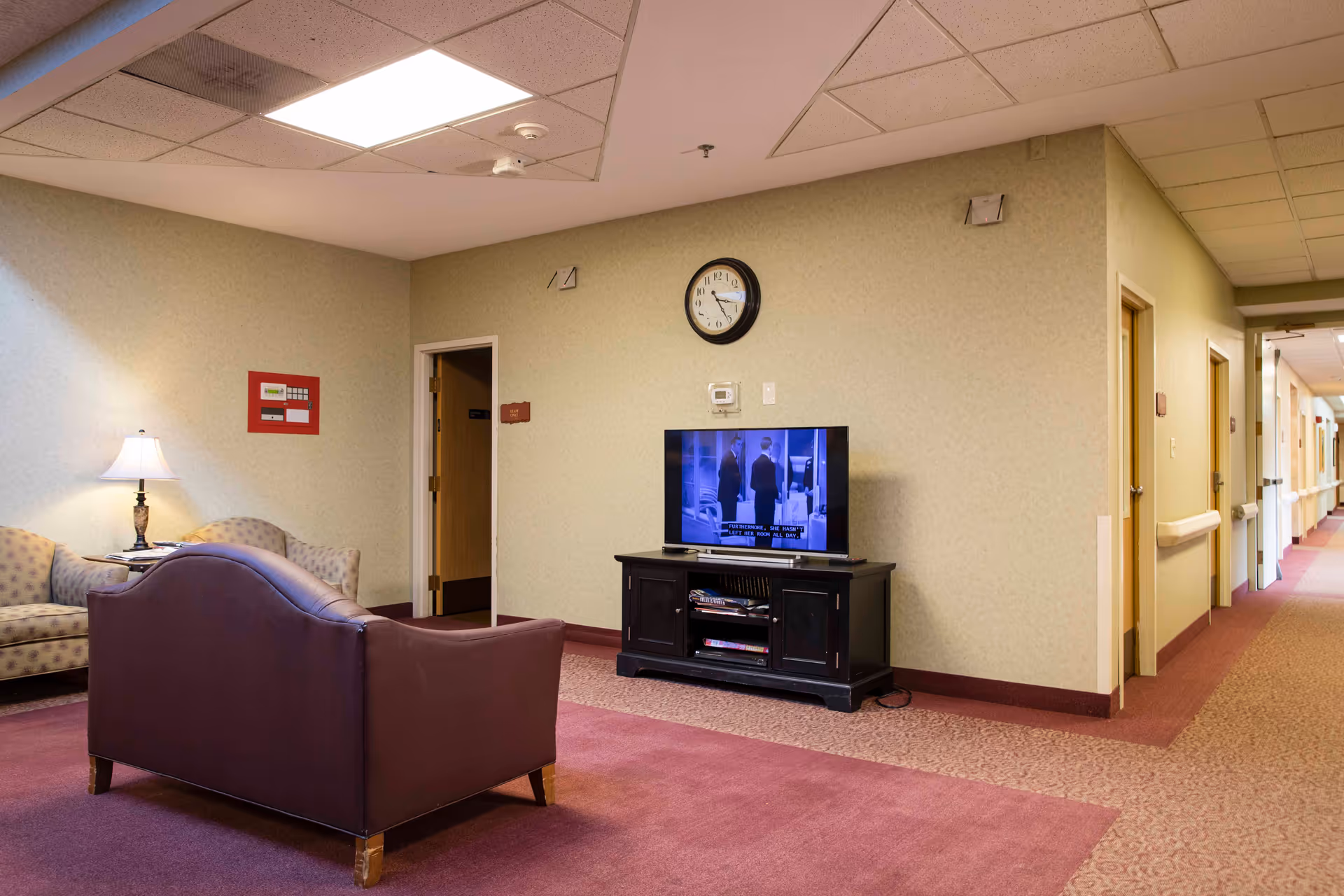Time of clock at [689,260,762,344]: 3:25
